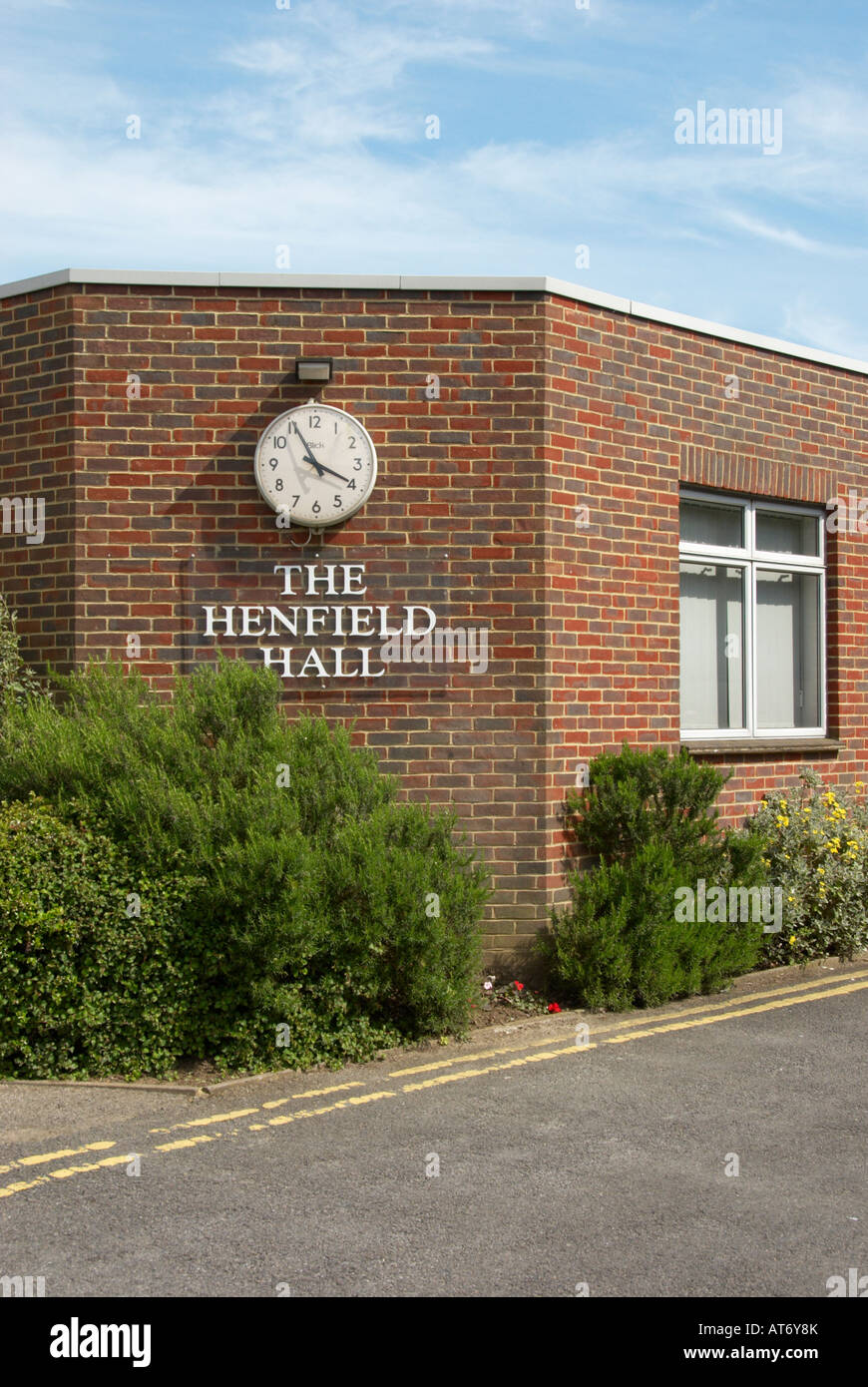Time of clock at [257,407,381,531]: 3:55
